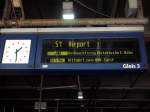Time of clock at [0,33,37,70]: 1:29
